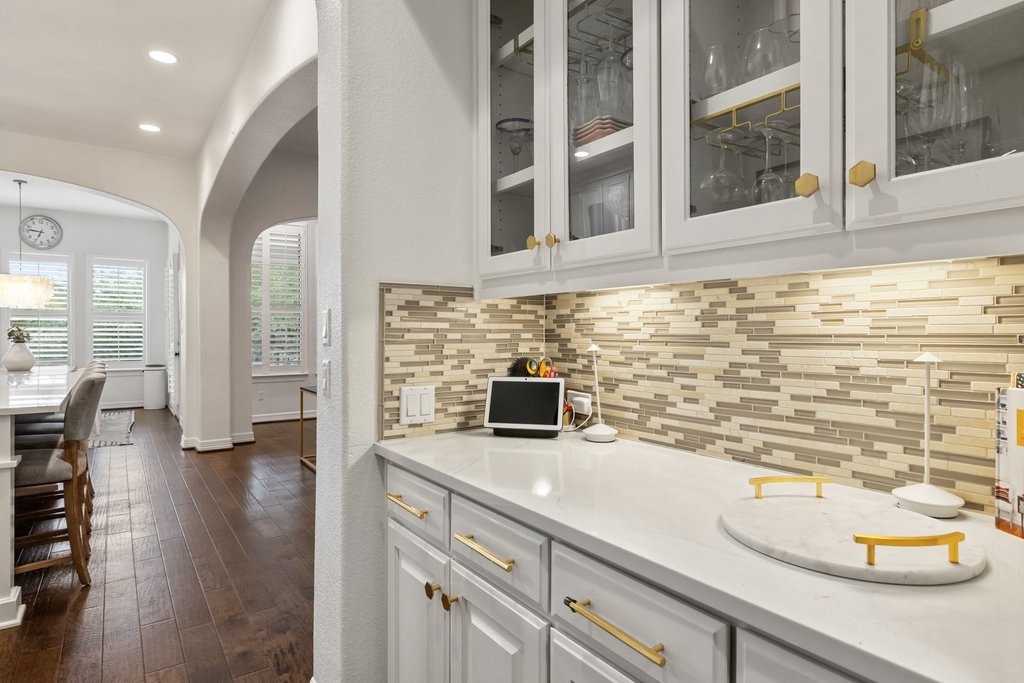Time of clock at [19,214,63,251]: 6:46
